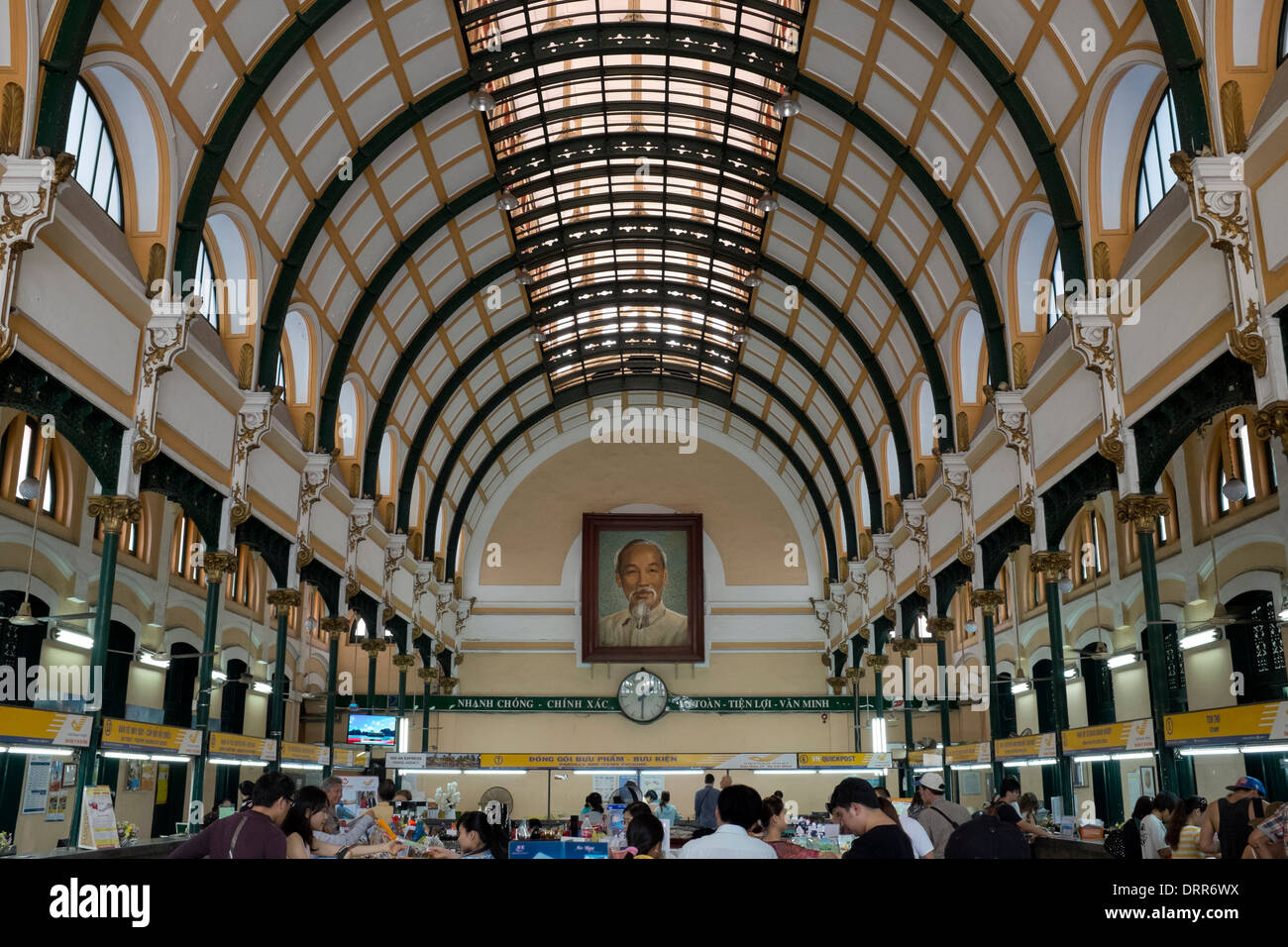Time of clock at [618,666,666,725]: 2:30
